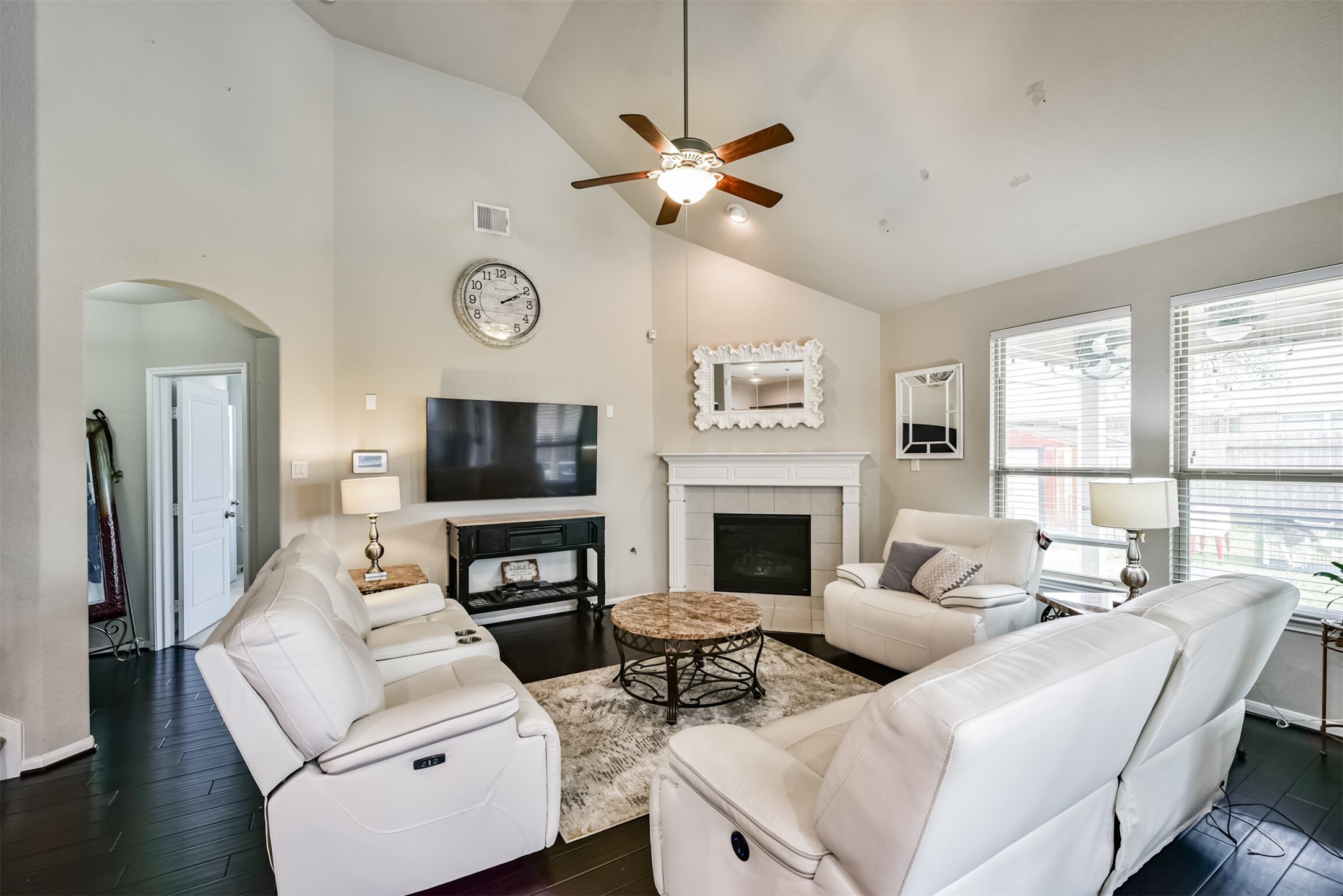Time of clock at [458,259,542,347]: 2:10
